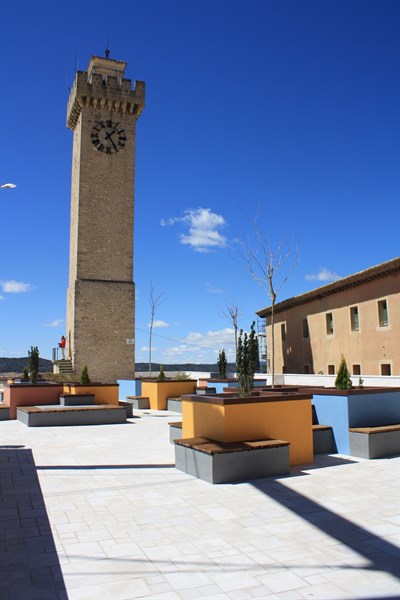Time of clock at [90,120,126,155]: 1:24
